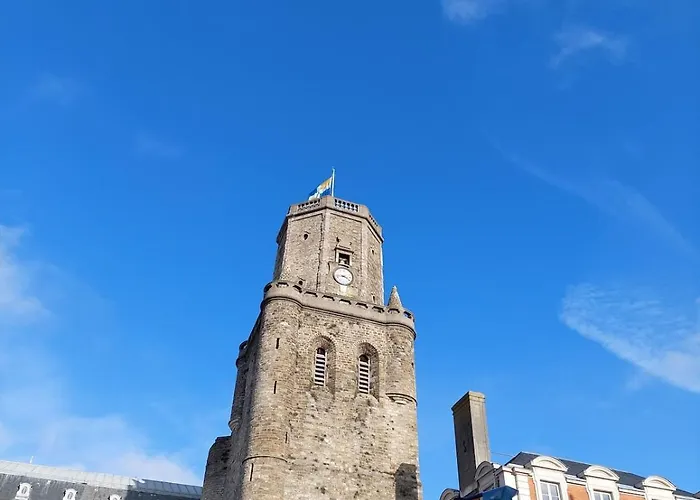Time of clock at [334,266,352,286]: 3:43
